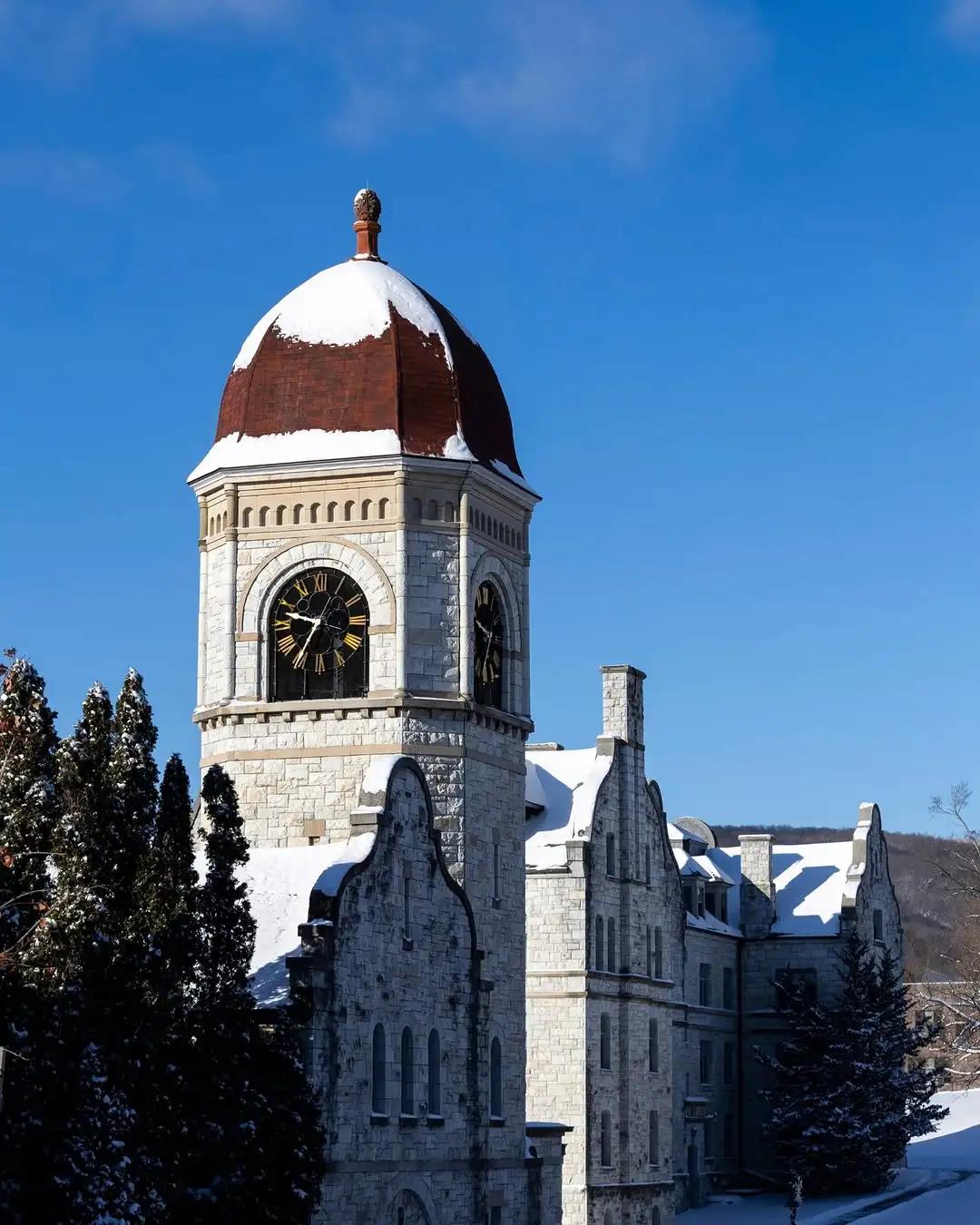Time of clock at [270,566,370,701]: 9:35
